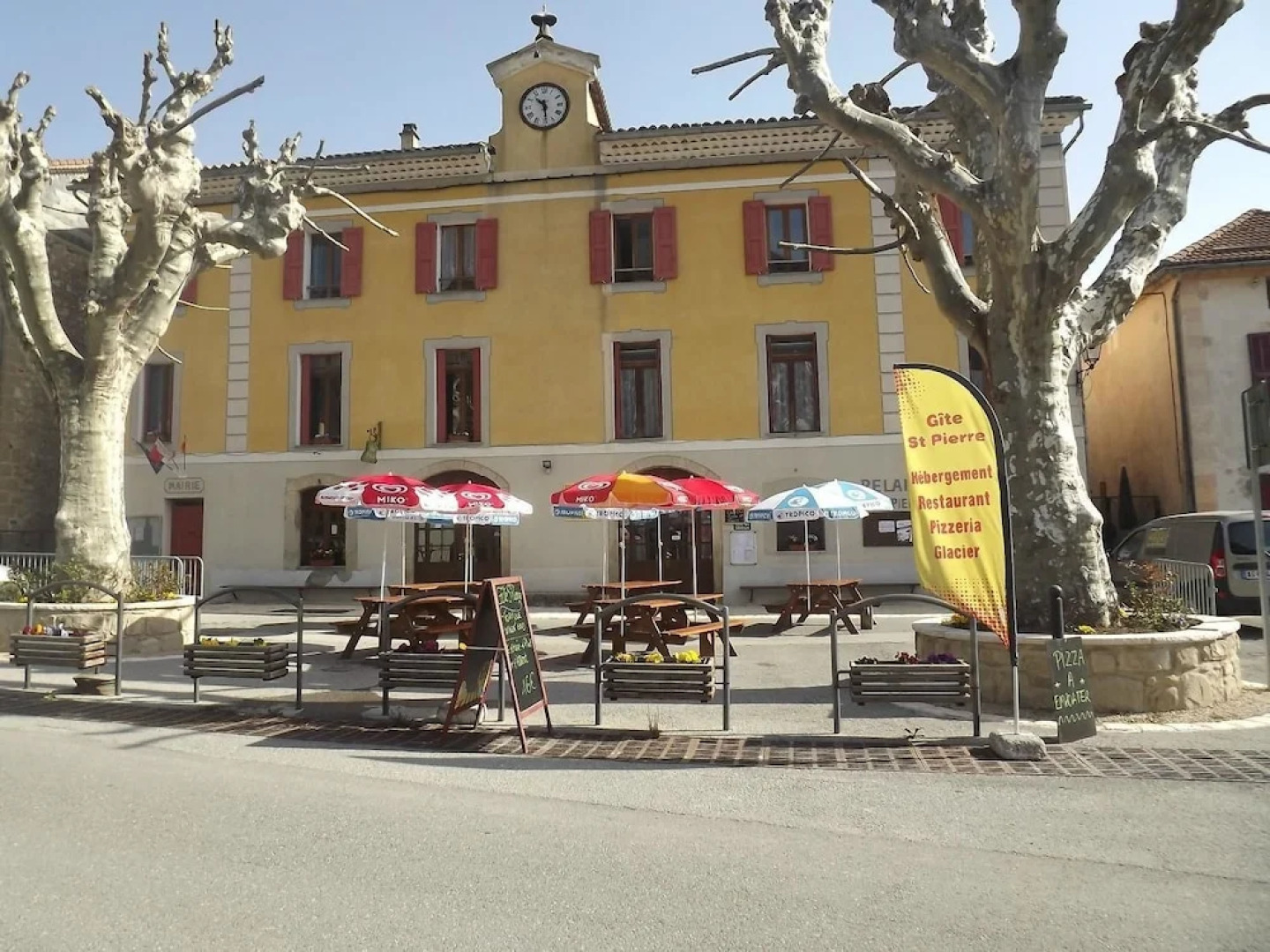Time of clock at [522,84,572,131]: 10:28
